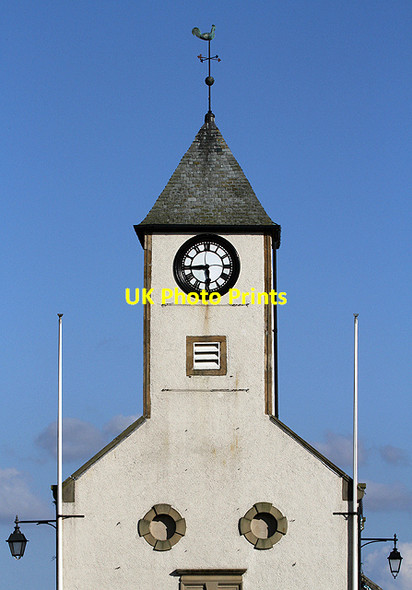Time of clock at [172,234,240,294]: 5:44
